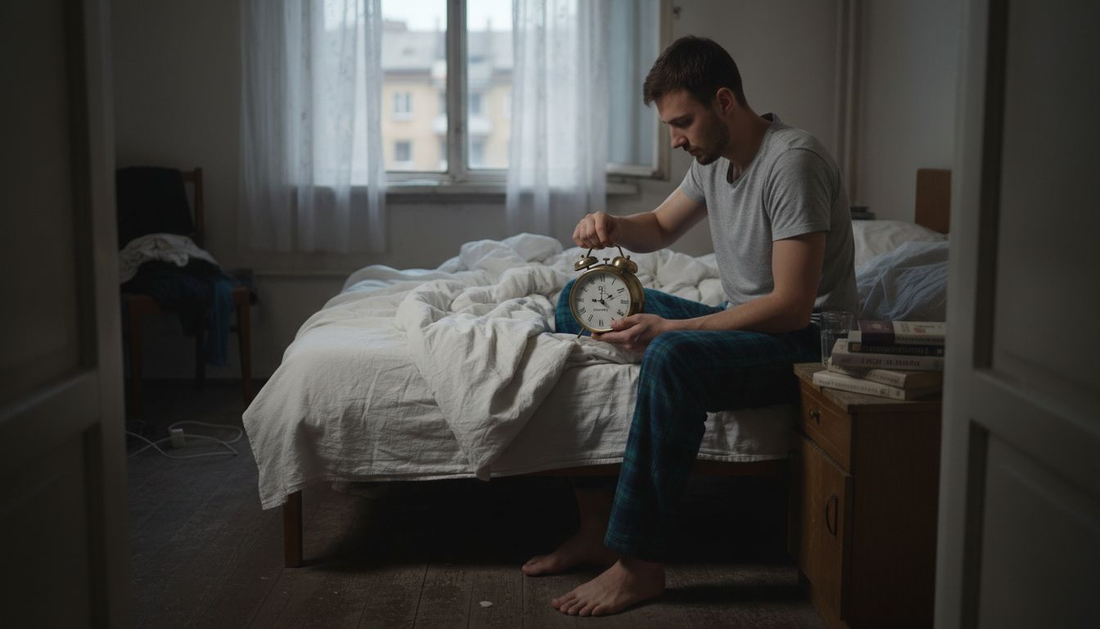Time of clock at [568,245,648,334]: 9:10
